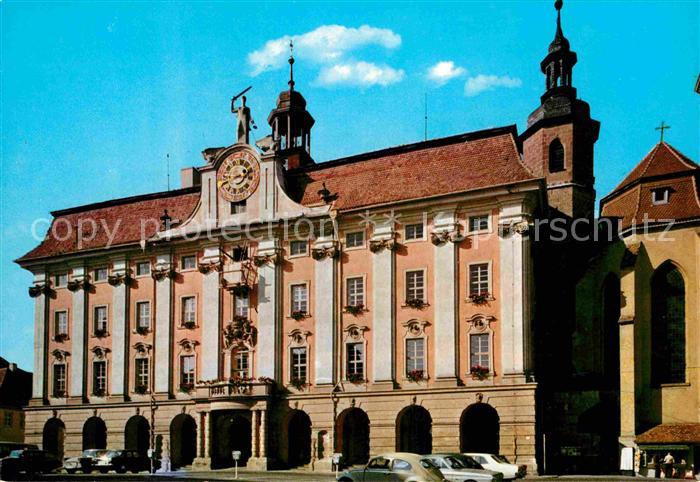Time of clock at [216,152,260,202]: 1:41
